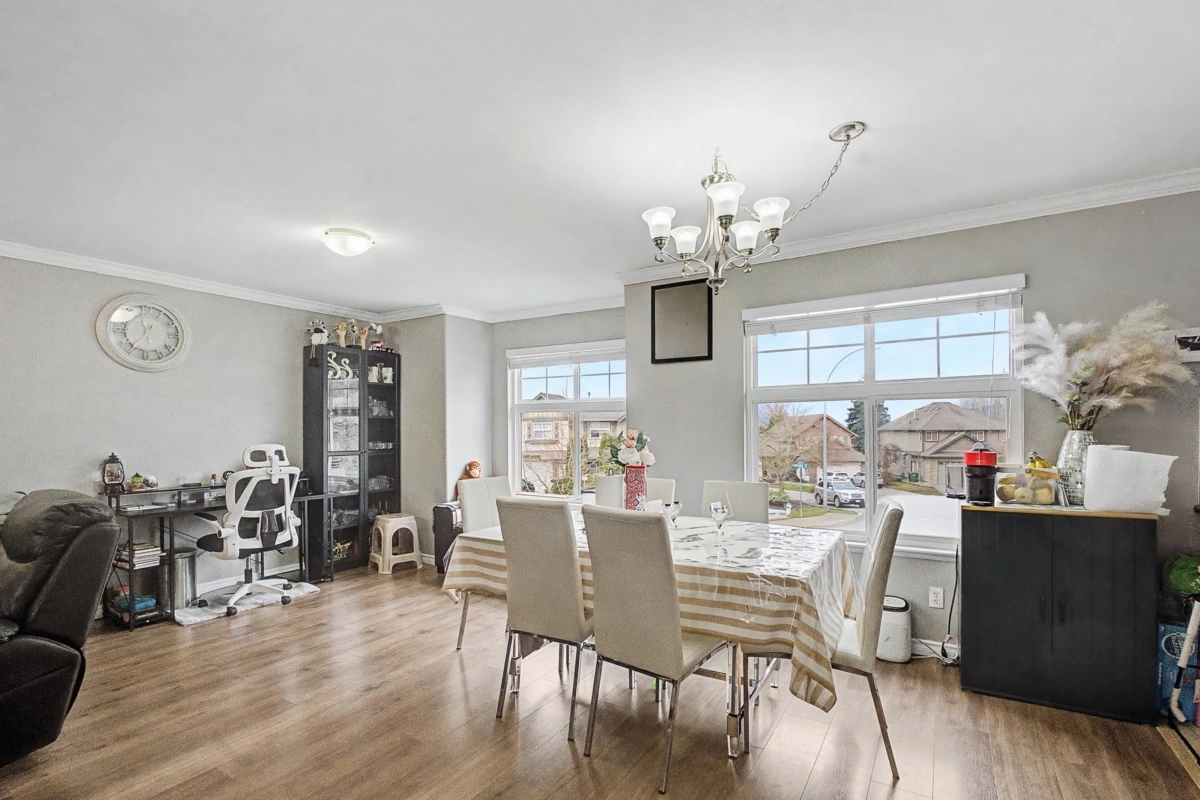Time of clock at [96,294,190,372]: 11:35
